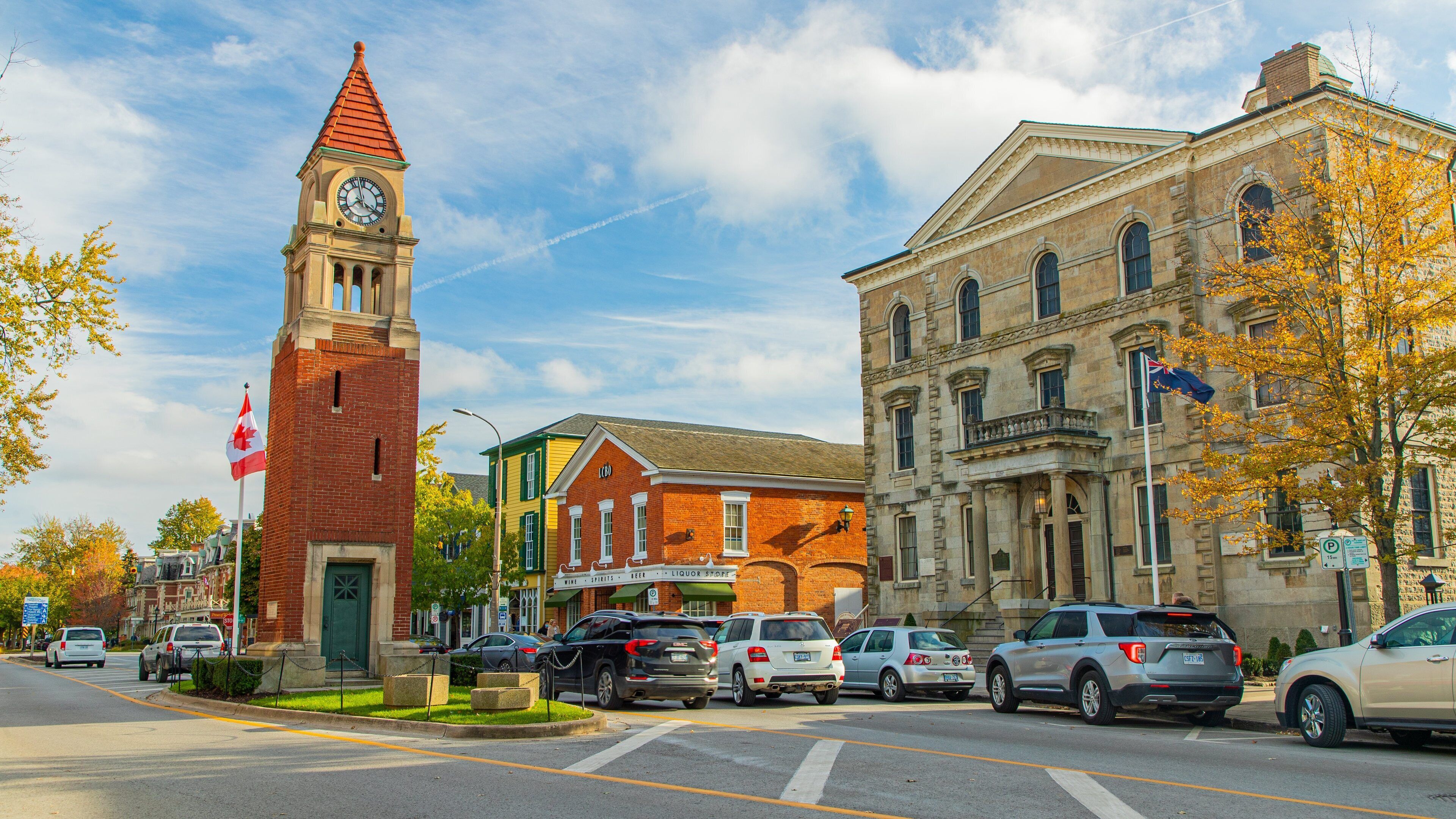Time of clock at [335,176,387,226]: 3:57
